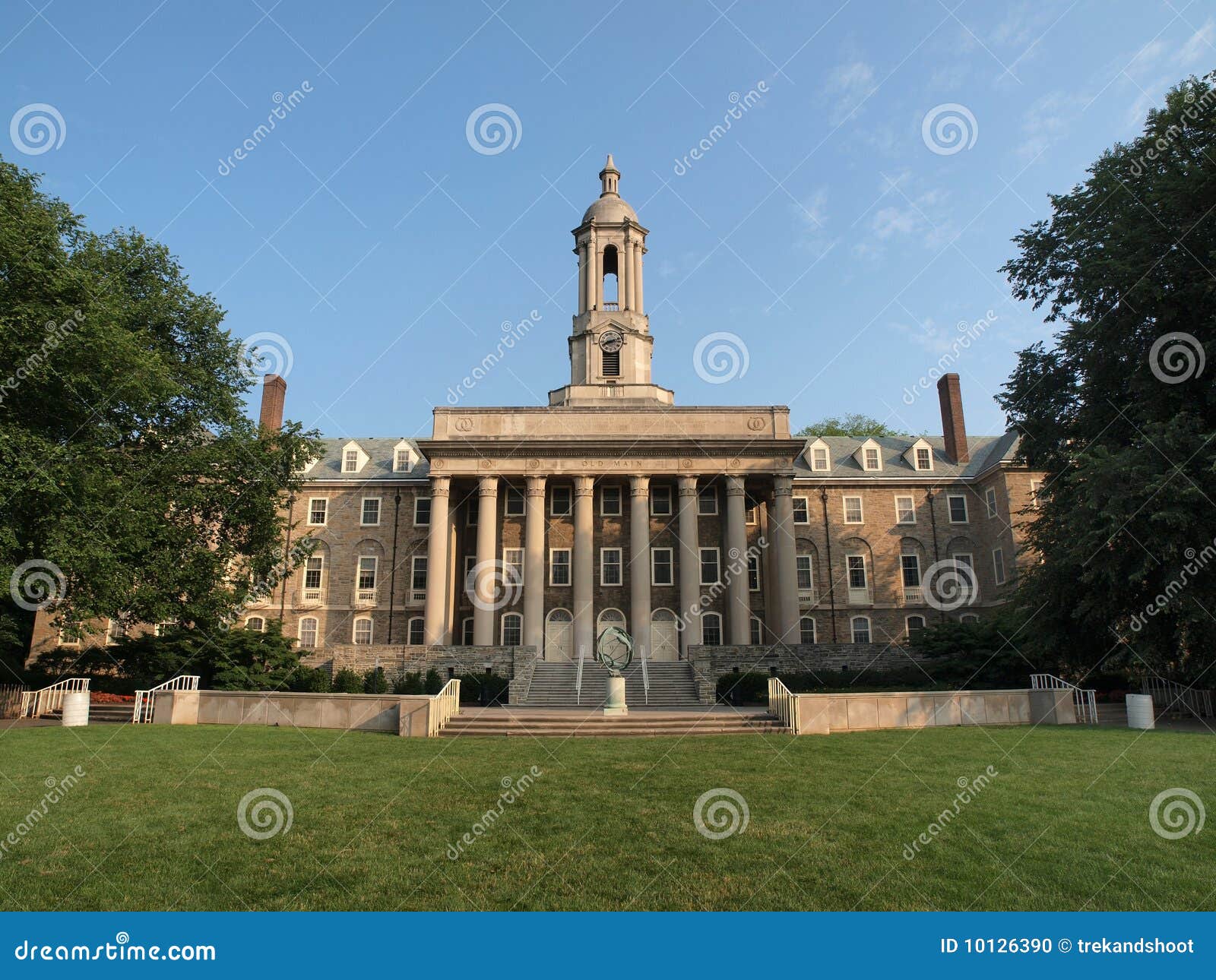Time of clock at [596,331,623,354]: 8:12
